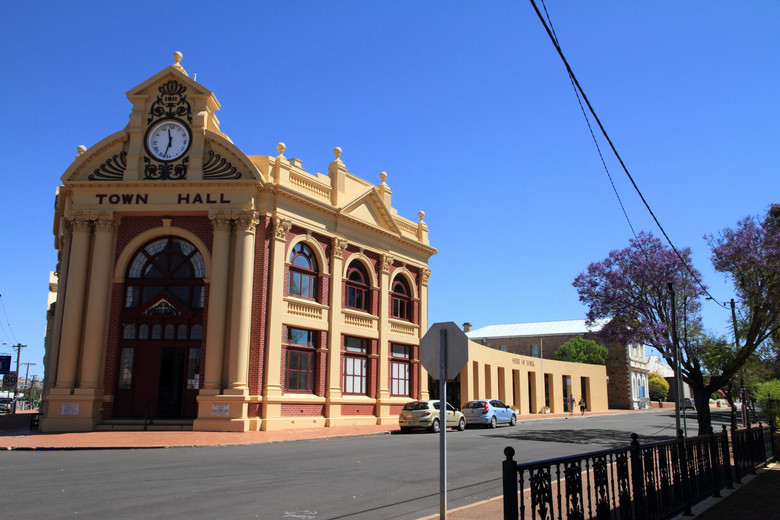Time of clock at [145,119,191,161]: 11:32
